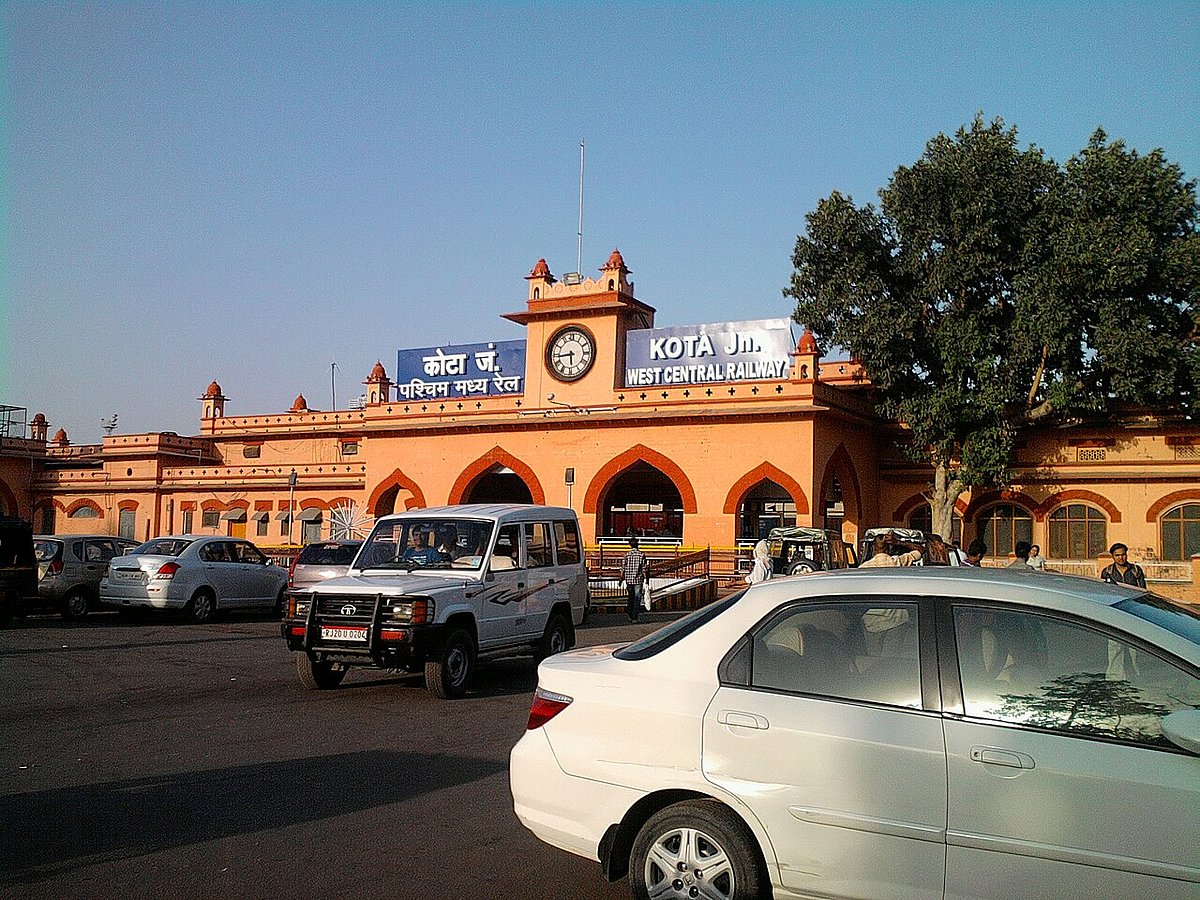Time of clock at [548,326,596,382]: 5:43
